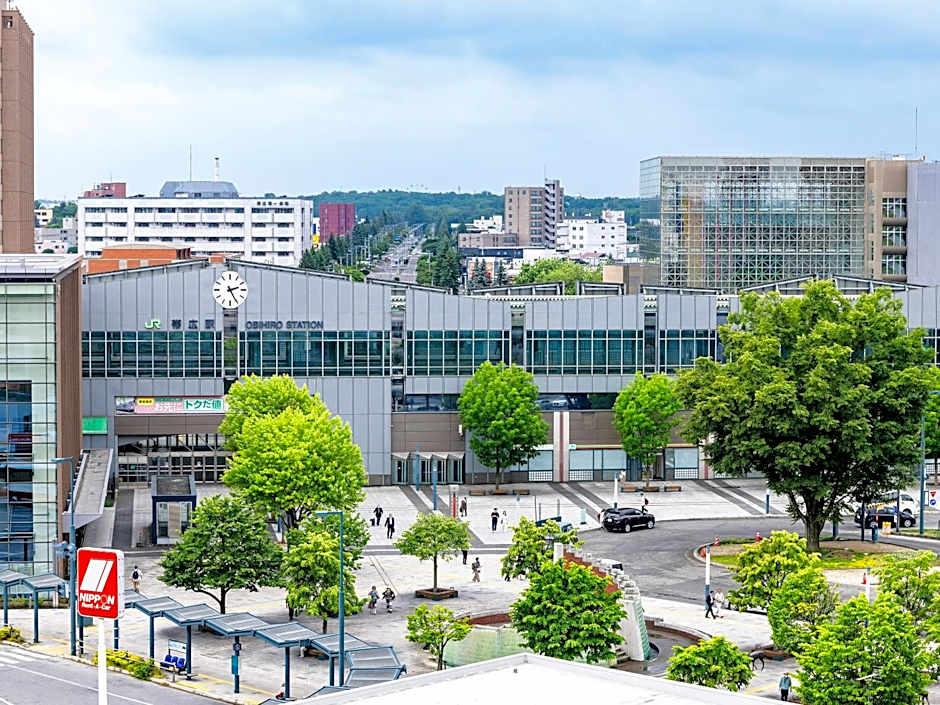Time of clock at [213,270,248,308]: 2:25
